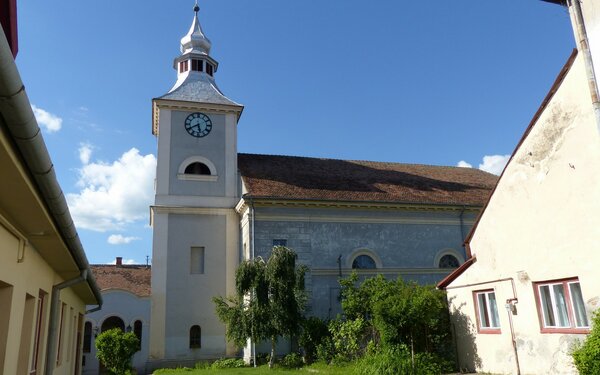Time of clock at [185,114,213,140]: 5:40
